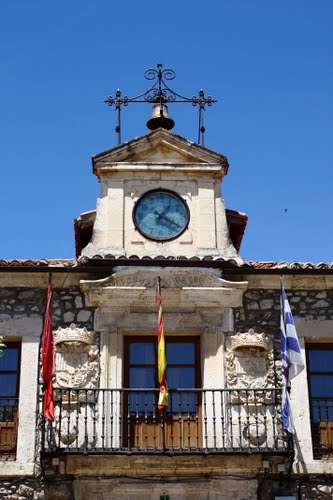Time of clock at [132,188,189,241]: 1:20
